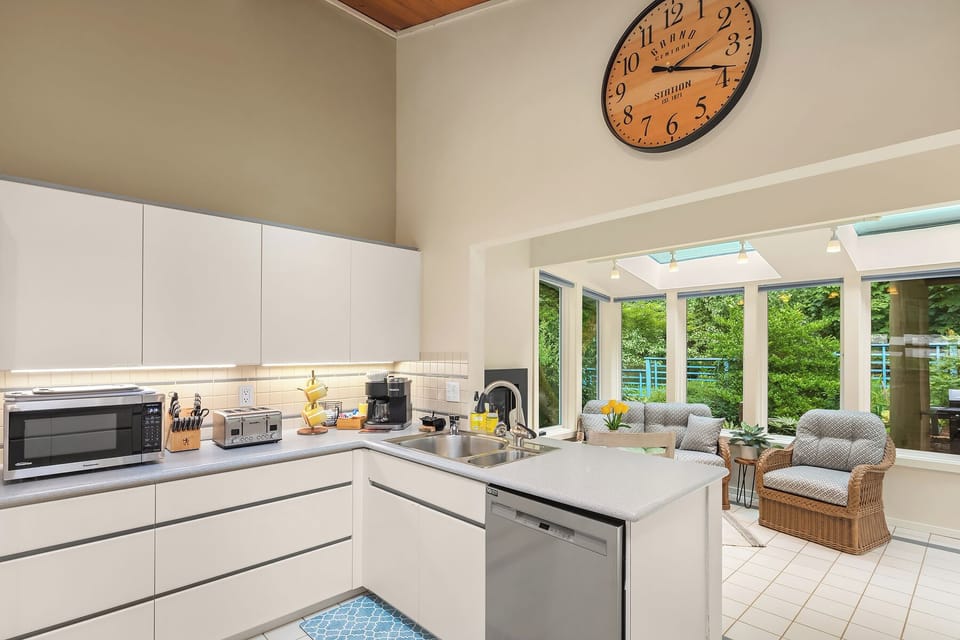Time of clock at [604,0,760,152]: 2:18
